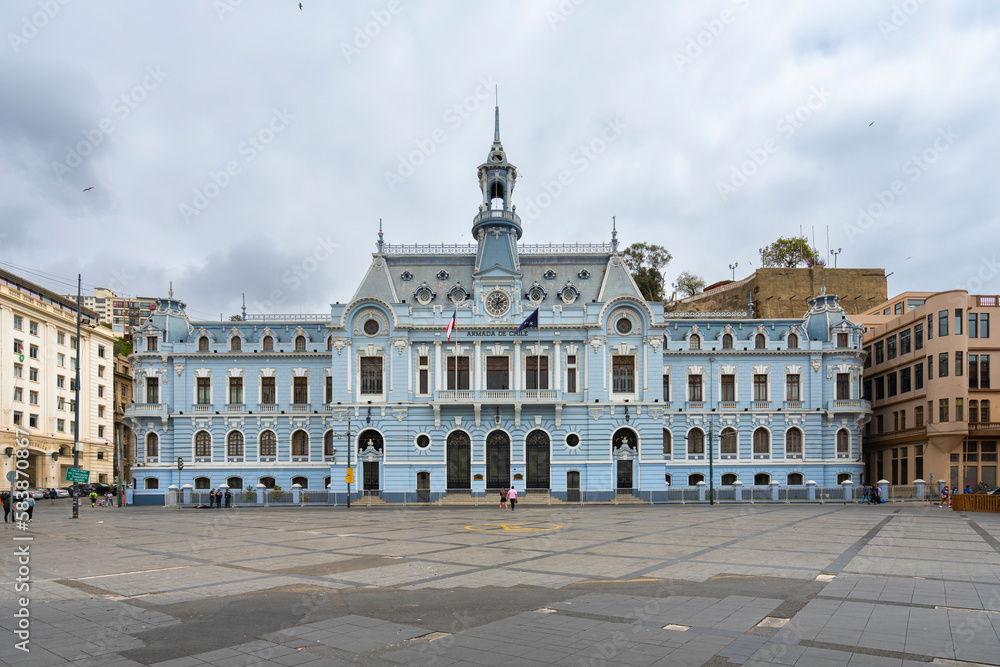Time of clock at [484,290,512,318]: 12:11
